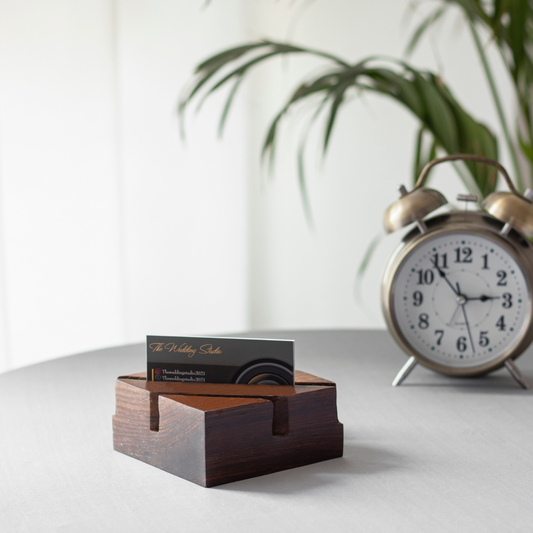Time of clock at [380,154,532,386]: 2:53
